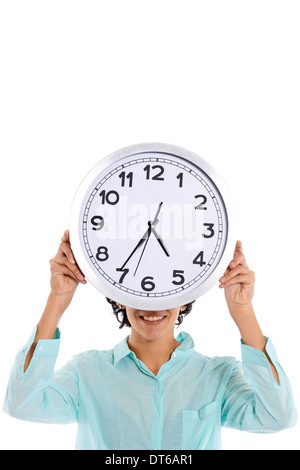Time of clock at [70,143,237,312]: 4:35
